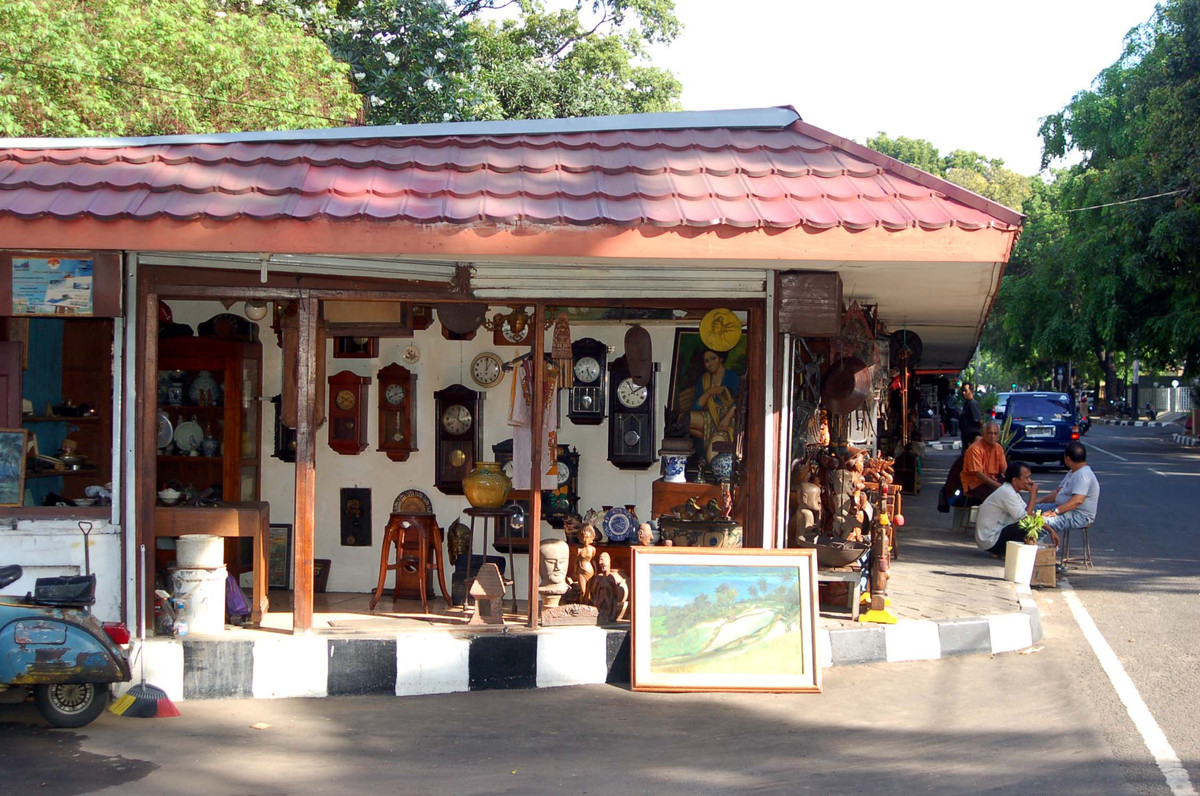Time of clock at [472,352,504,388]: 1:00
